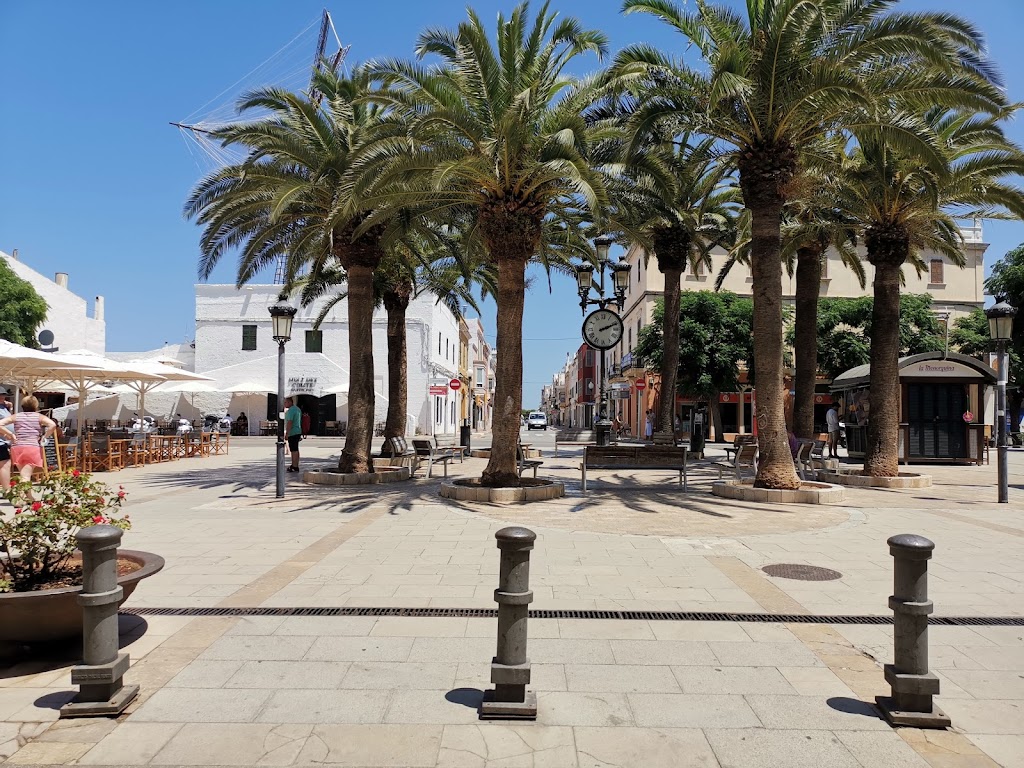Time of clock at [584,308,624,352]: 2:11
